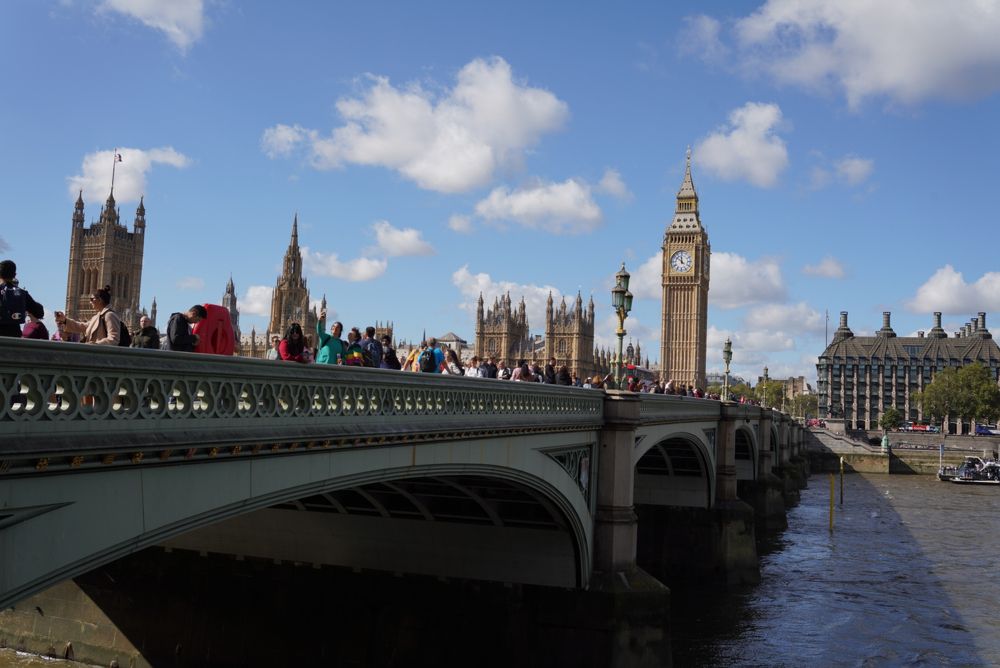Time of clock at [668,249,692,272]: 11:51
